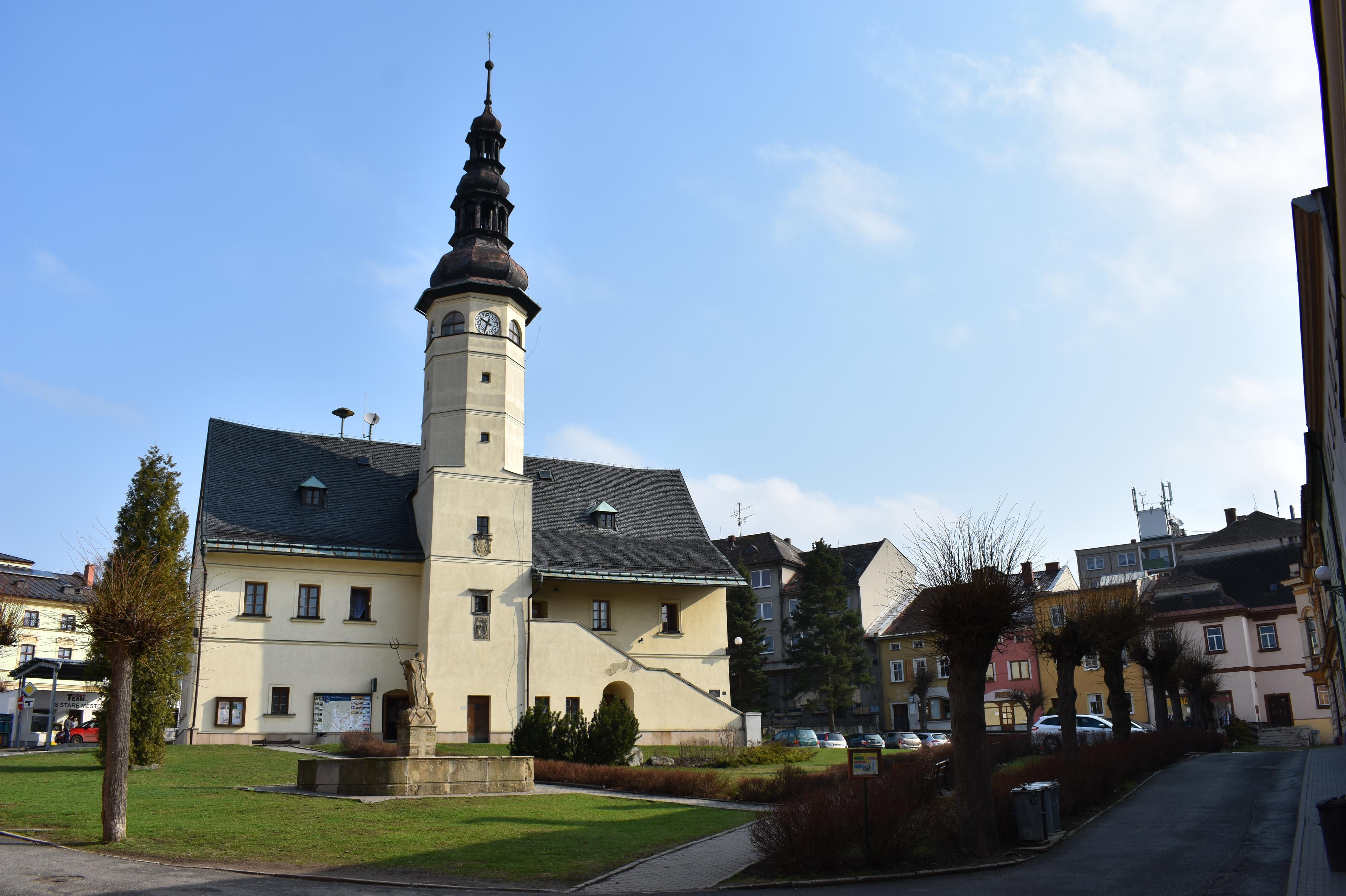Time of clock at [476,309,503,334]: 9:33
